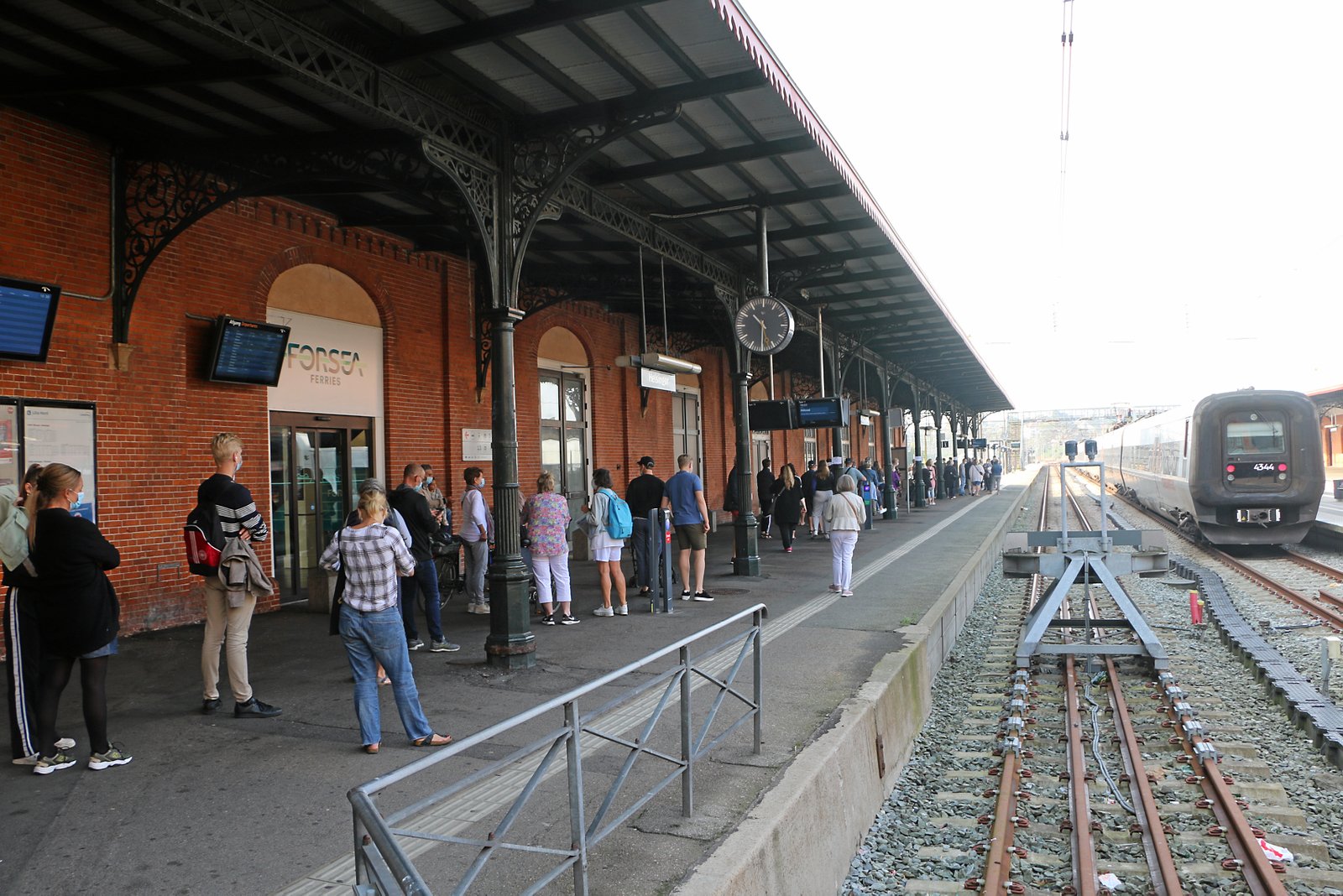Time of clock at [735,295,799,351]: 10:30
